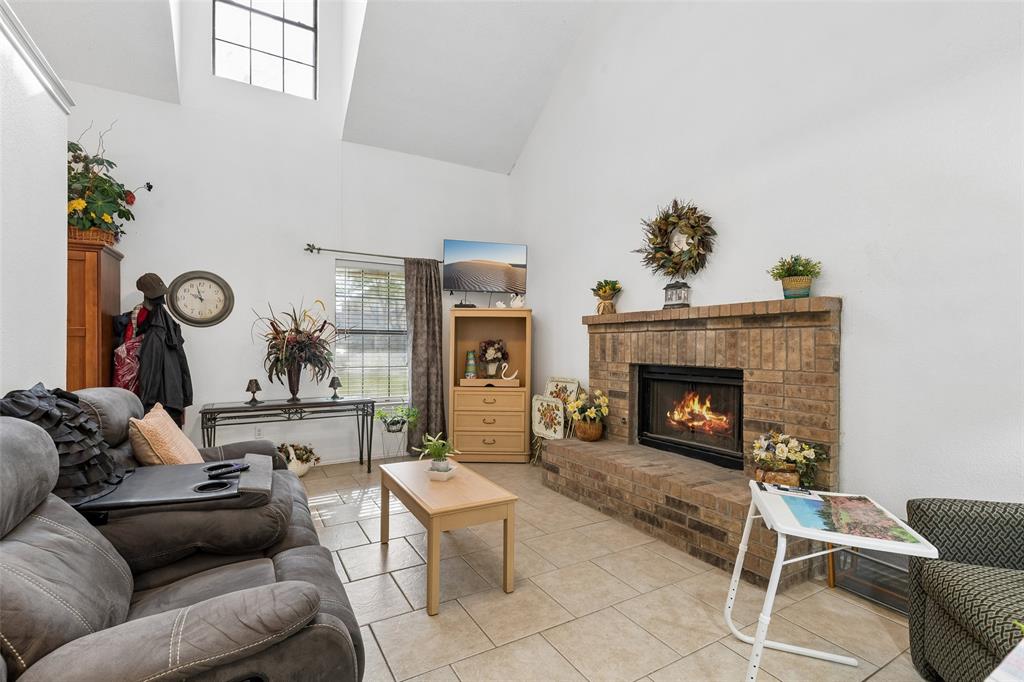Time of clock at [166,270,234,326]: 9:57
